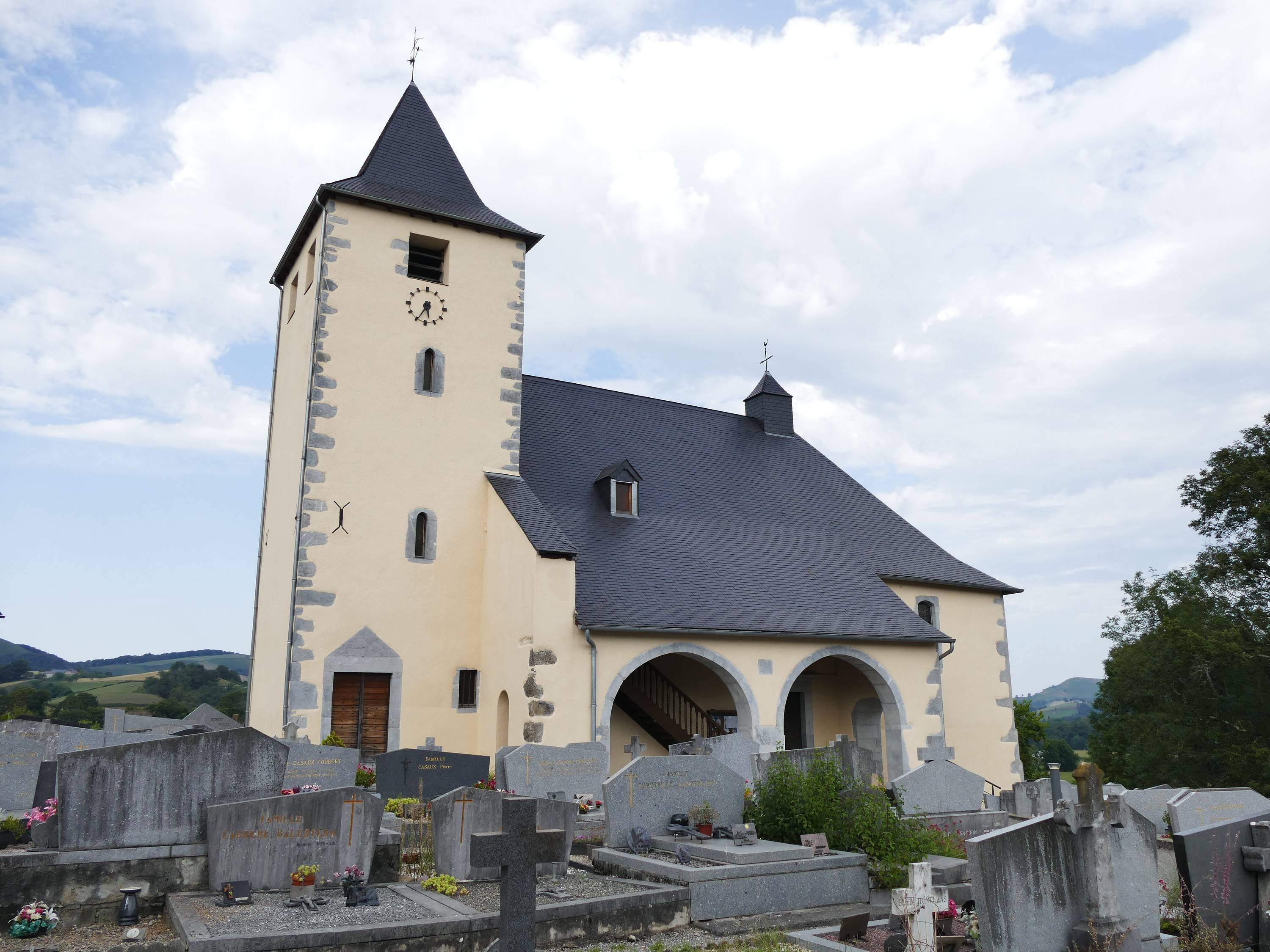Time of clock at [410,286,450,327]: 5:34
